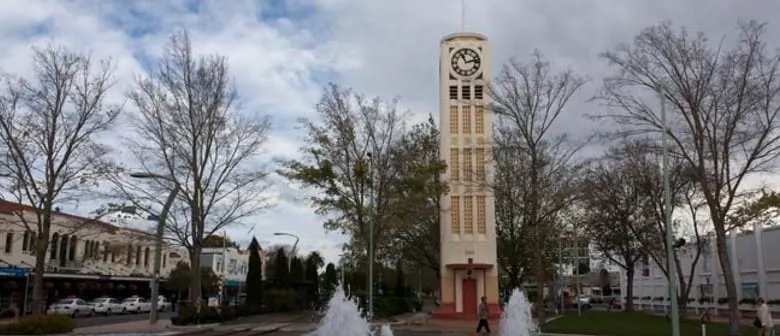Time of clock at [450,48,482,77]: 11:13
